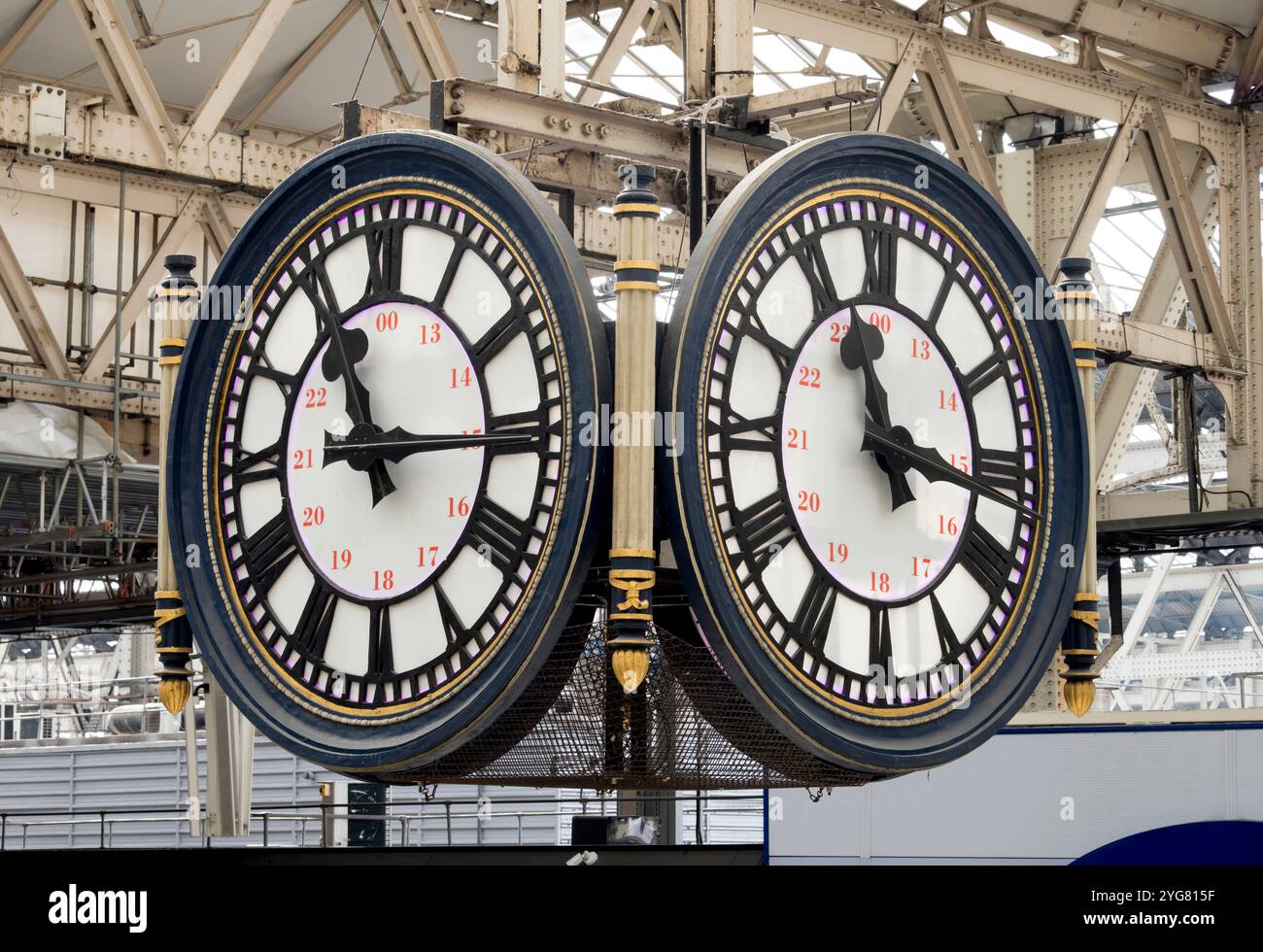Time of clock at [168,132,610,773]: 11:14
